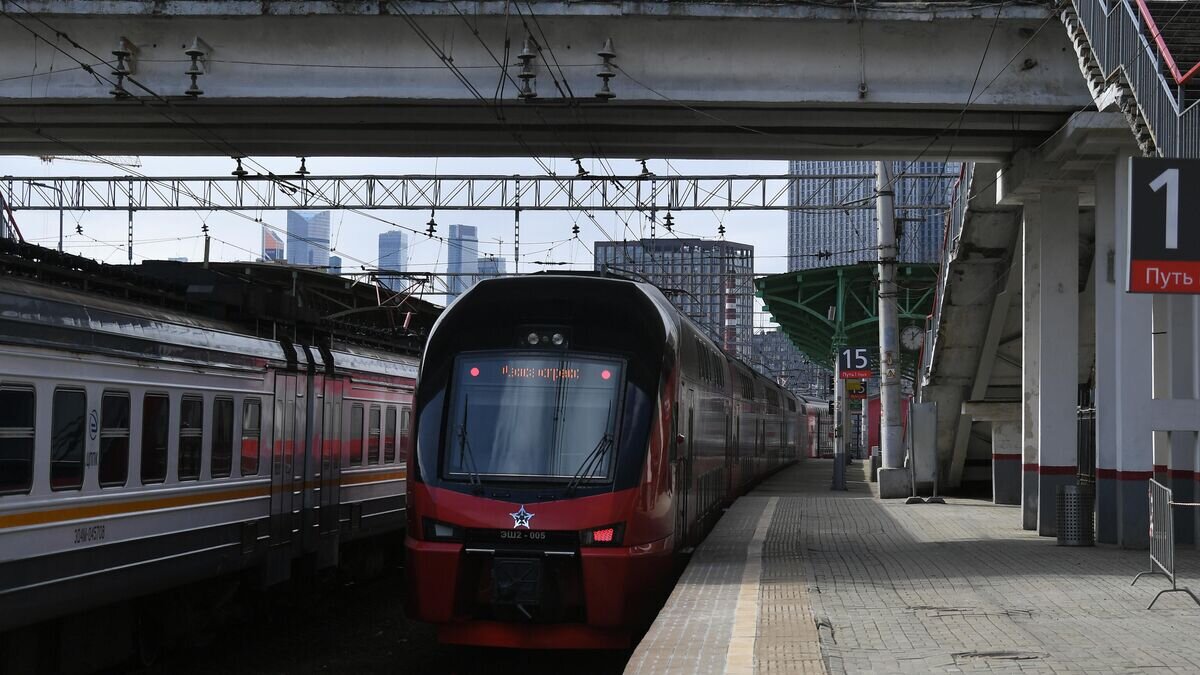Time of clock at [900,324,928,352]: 12:07
